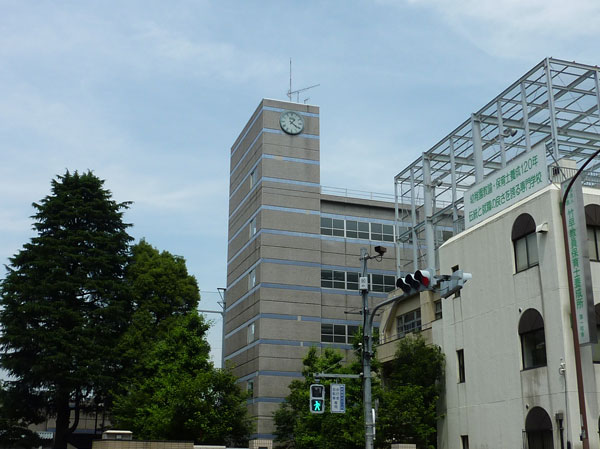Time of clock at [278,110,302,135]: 1:21
